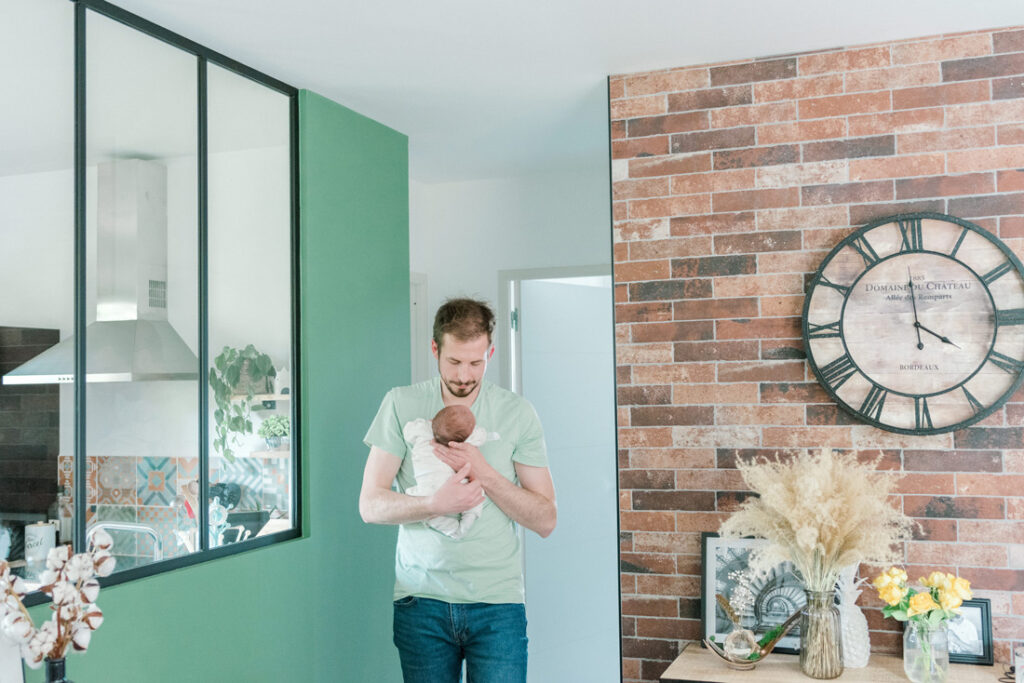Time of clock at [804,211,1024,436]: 3:59
